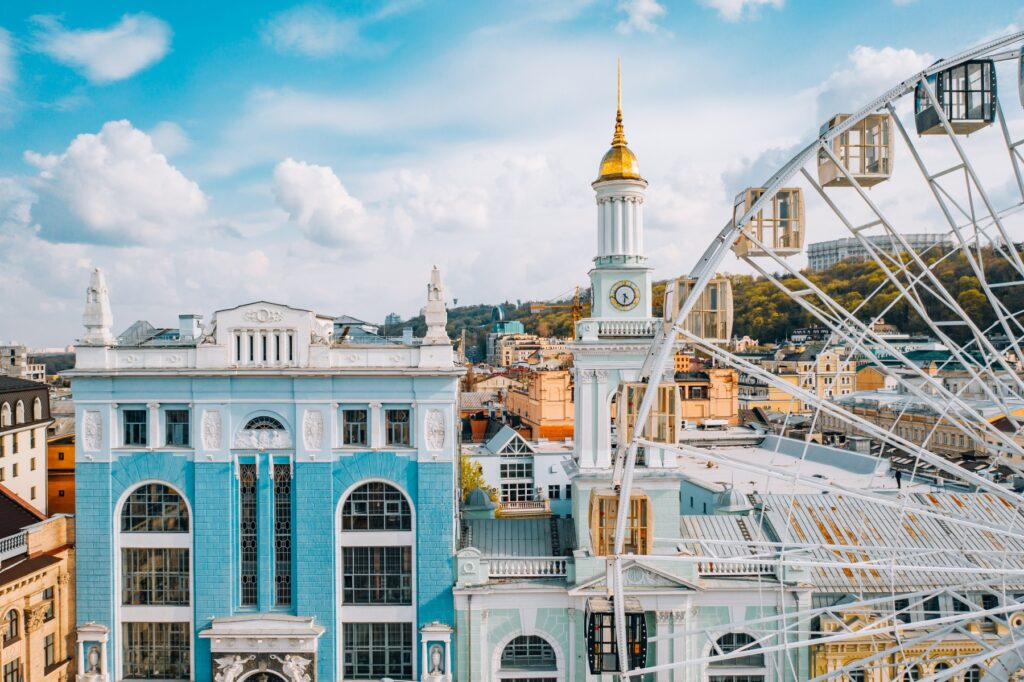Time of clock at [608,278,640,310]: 4:31
